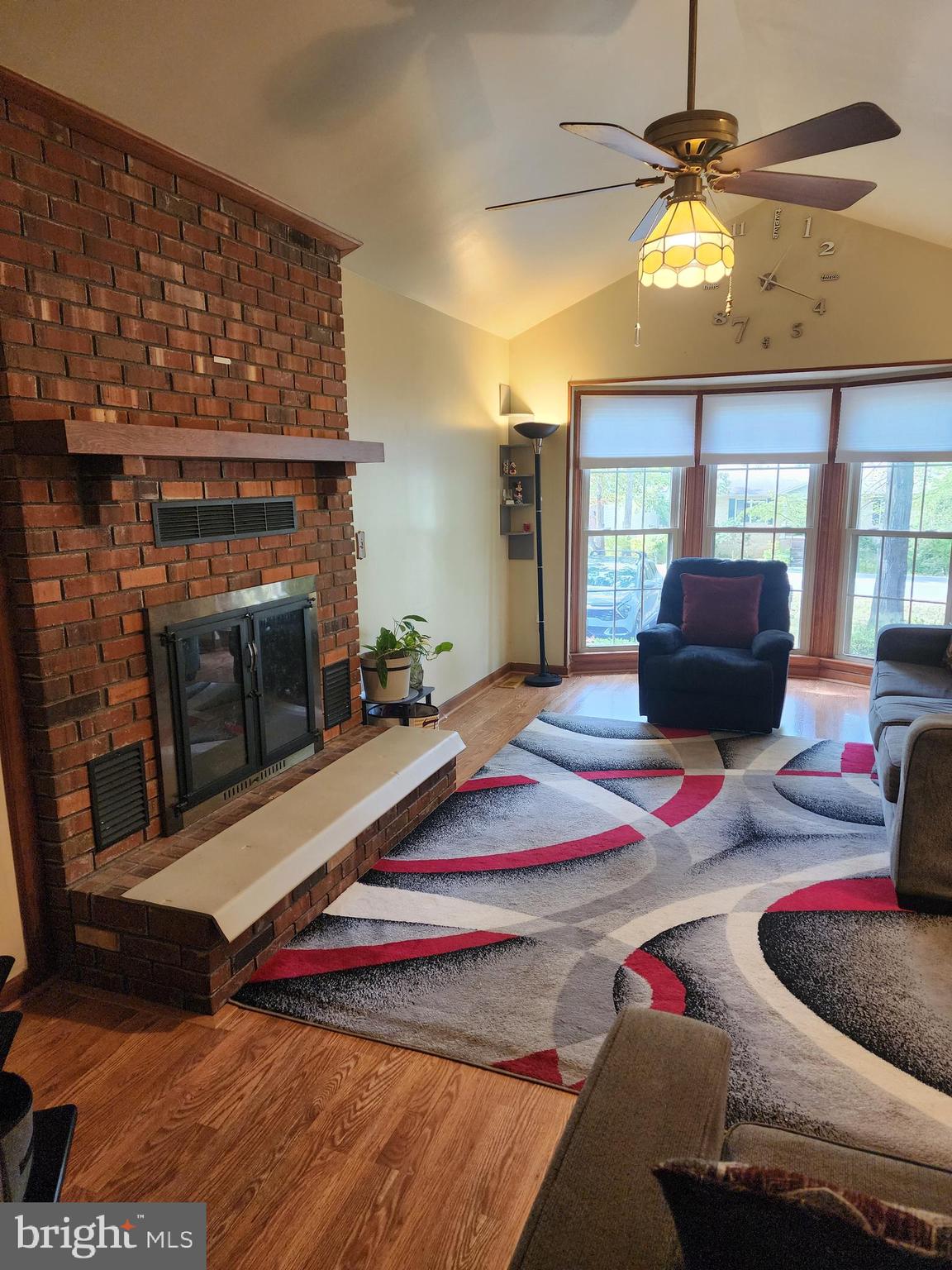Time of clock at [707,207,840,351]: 1:19
